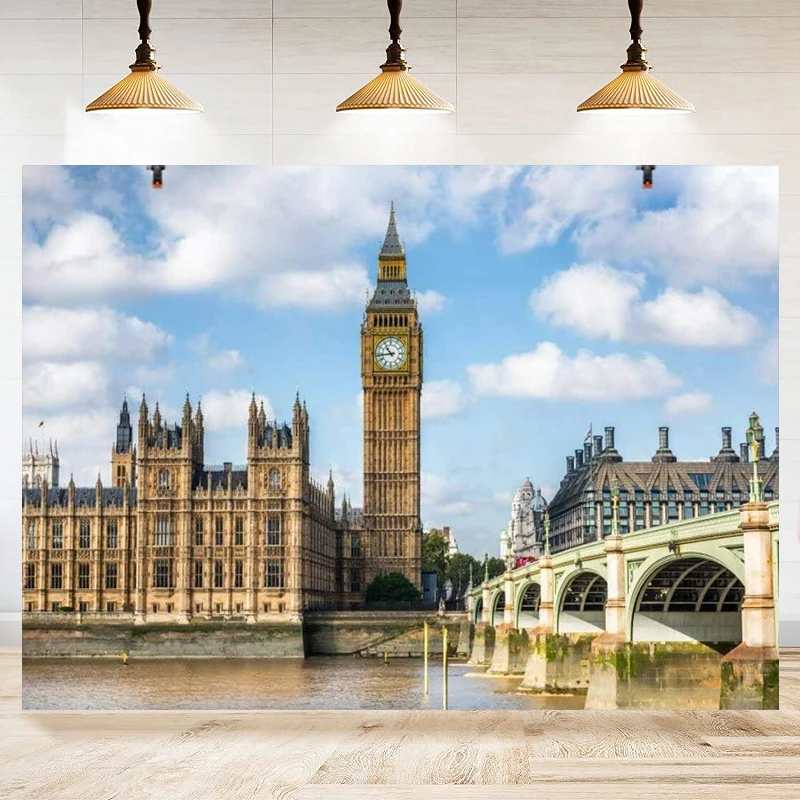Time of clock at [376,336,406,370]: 10:43
